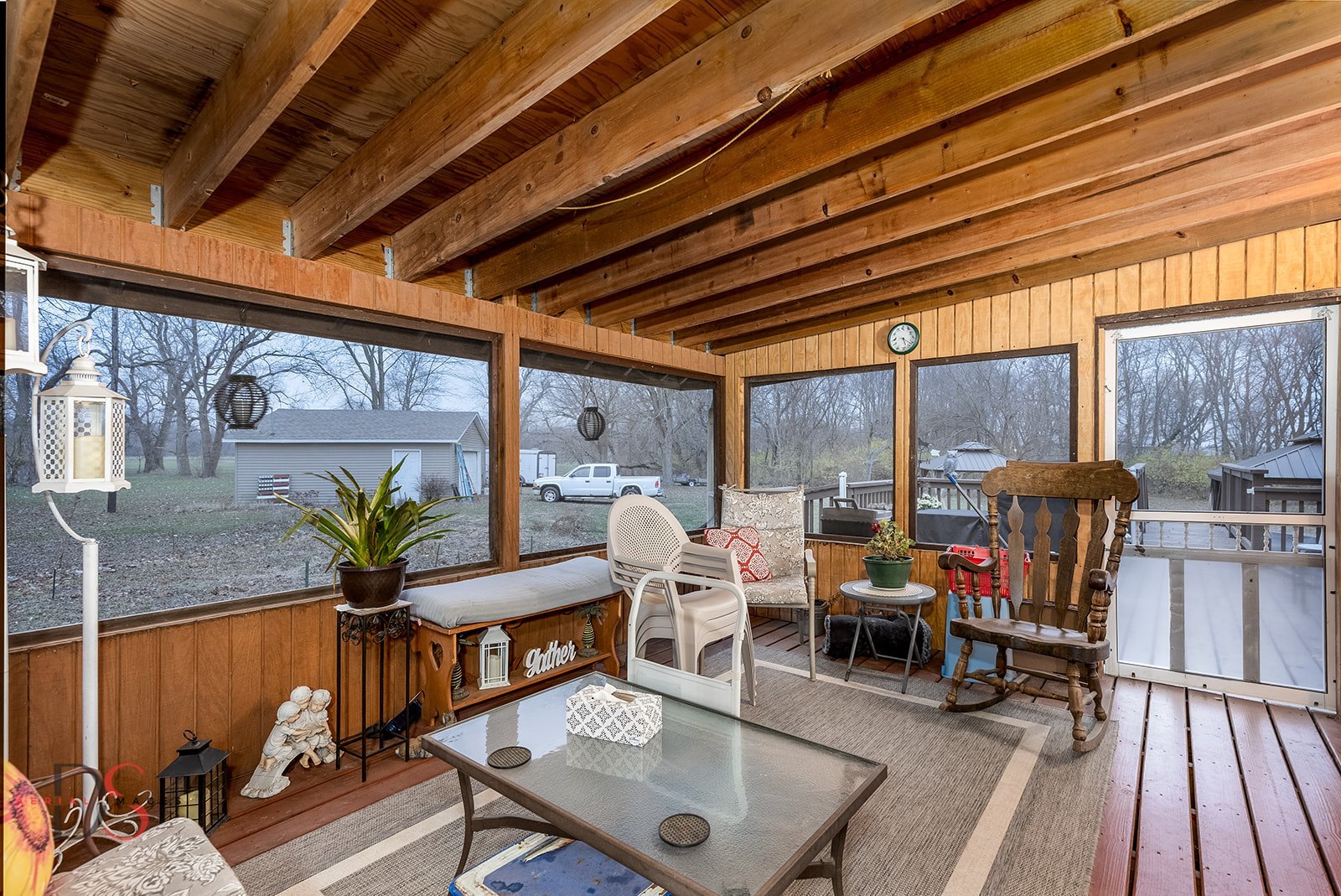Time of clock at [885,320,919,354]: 5:21
